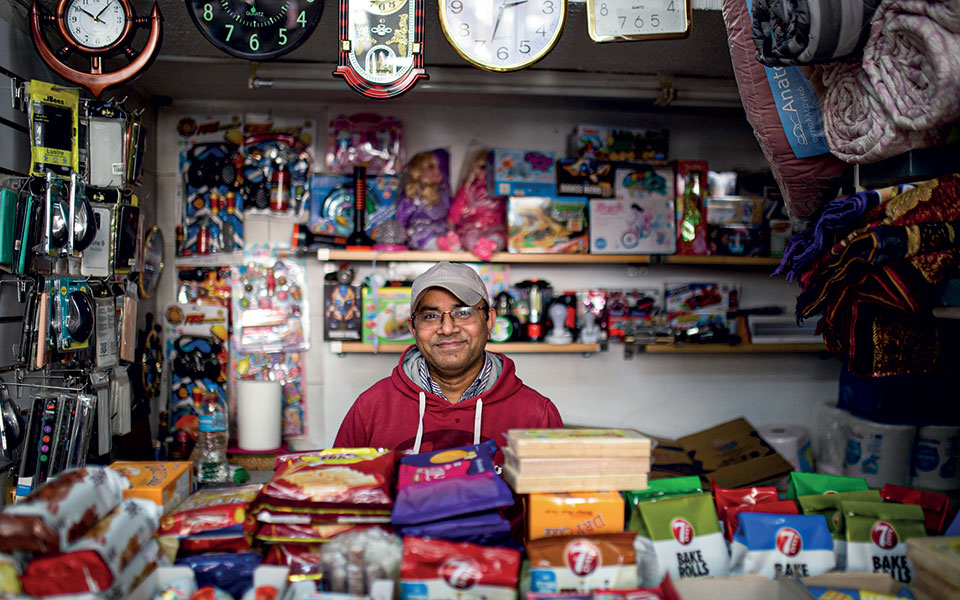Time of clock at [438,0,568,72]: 2:32
